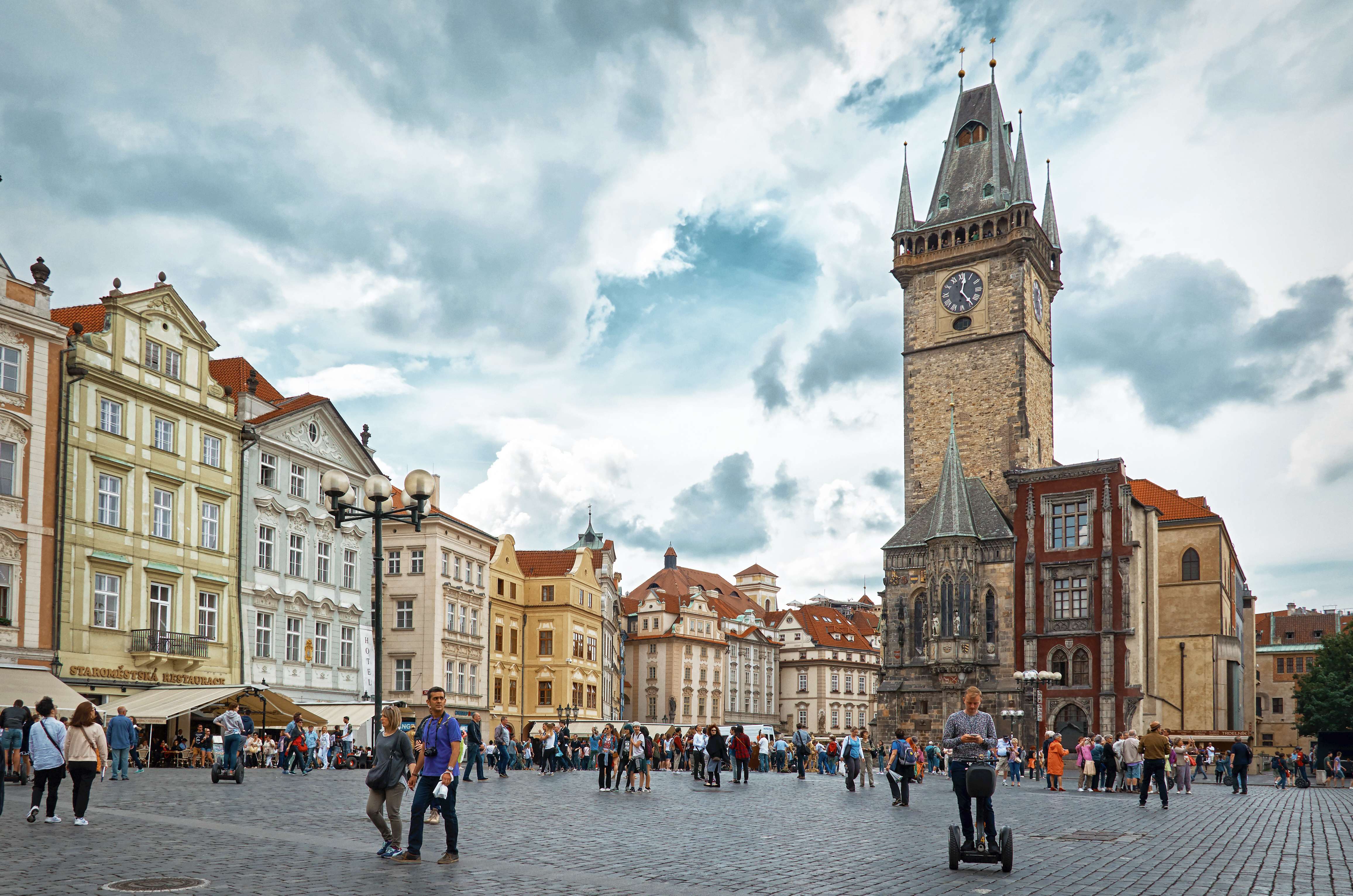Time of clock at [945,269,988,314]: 12:23
